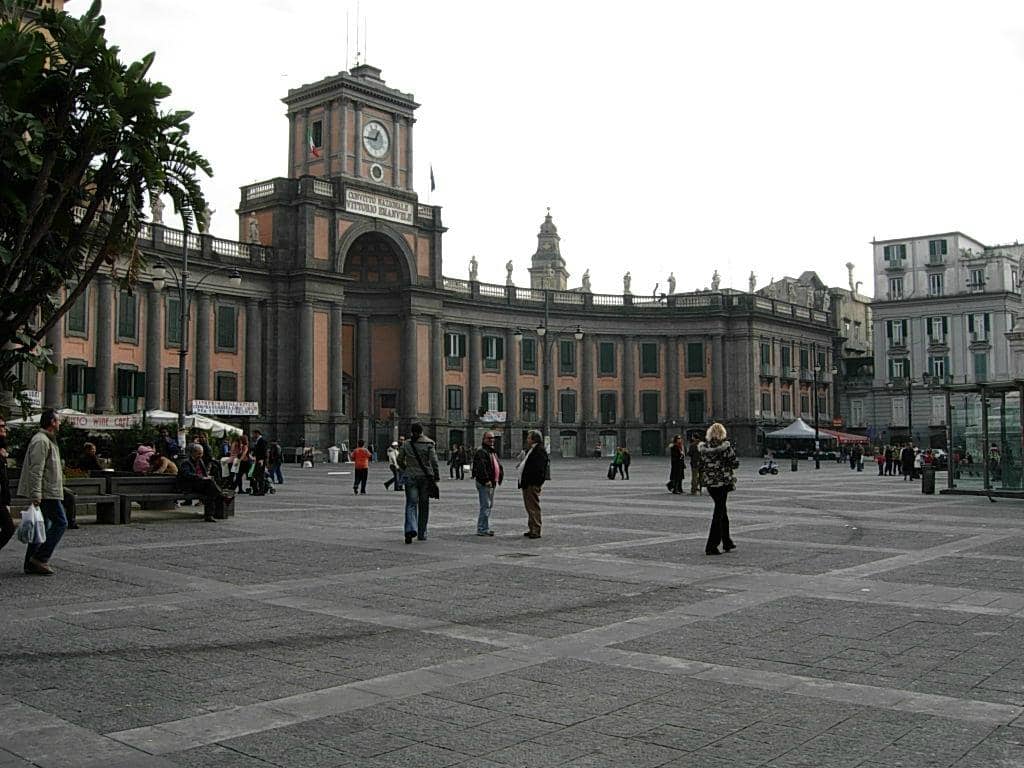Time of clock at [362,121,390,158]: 12:44
